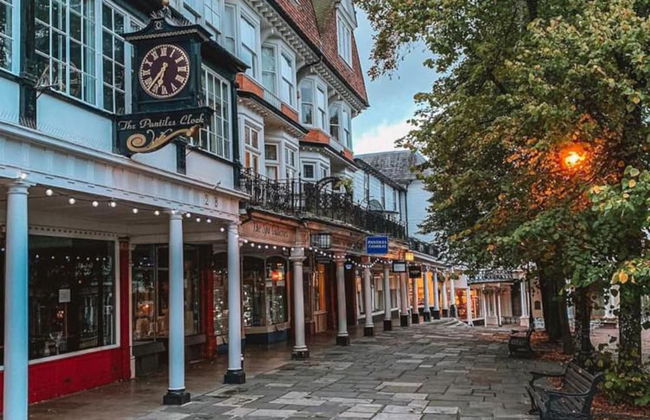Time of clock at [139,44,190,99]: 6:36
